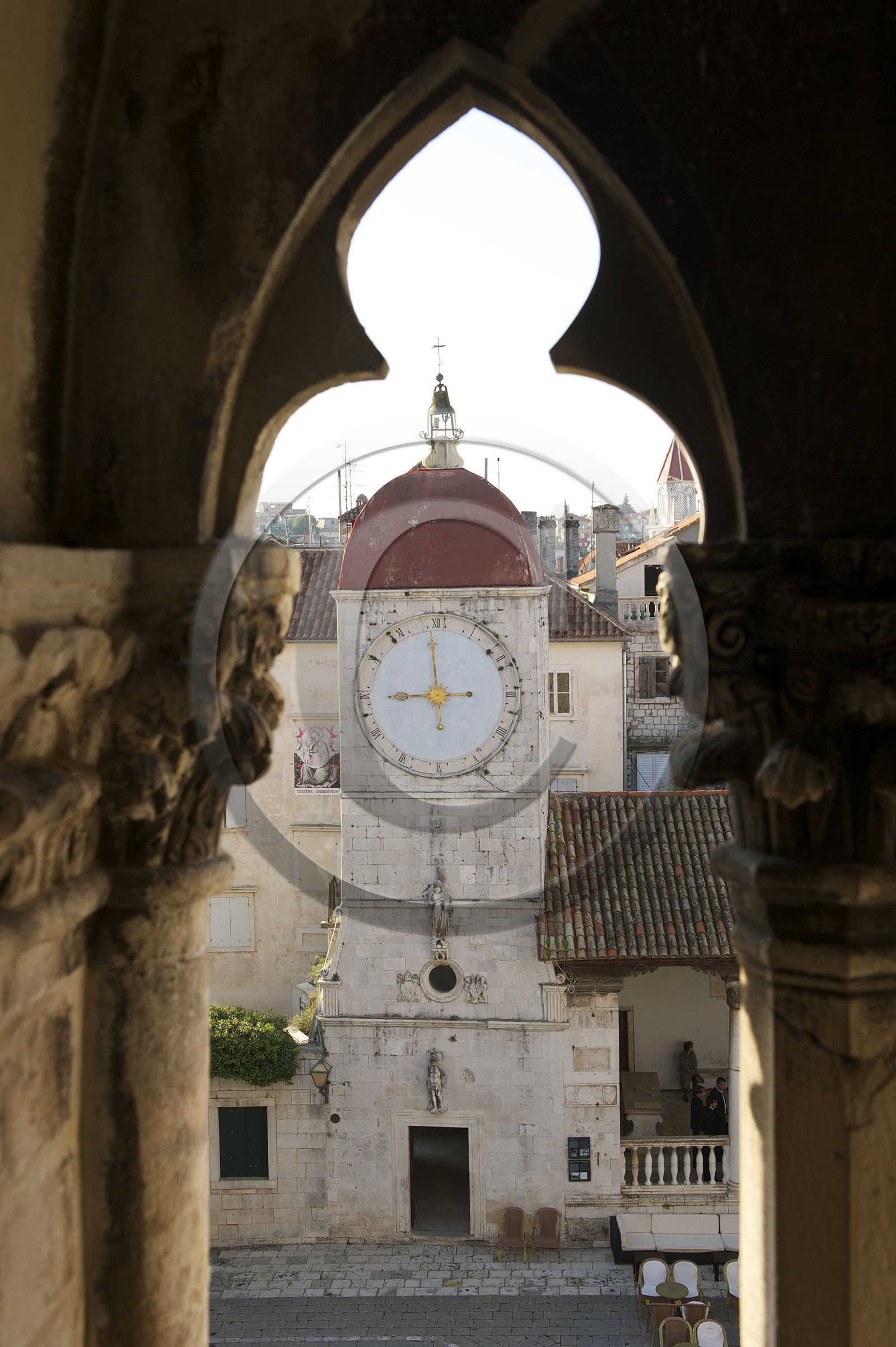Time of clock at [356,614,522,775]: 8:59
